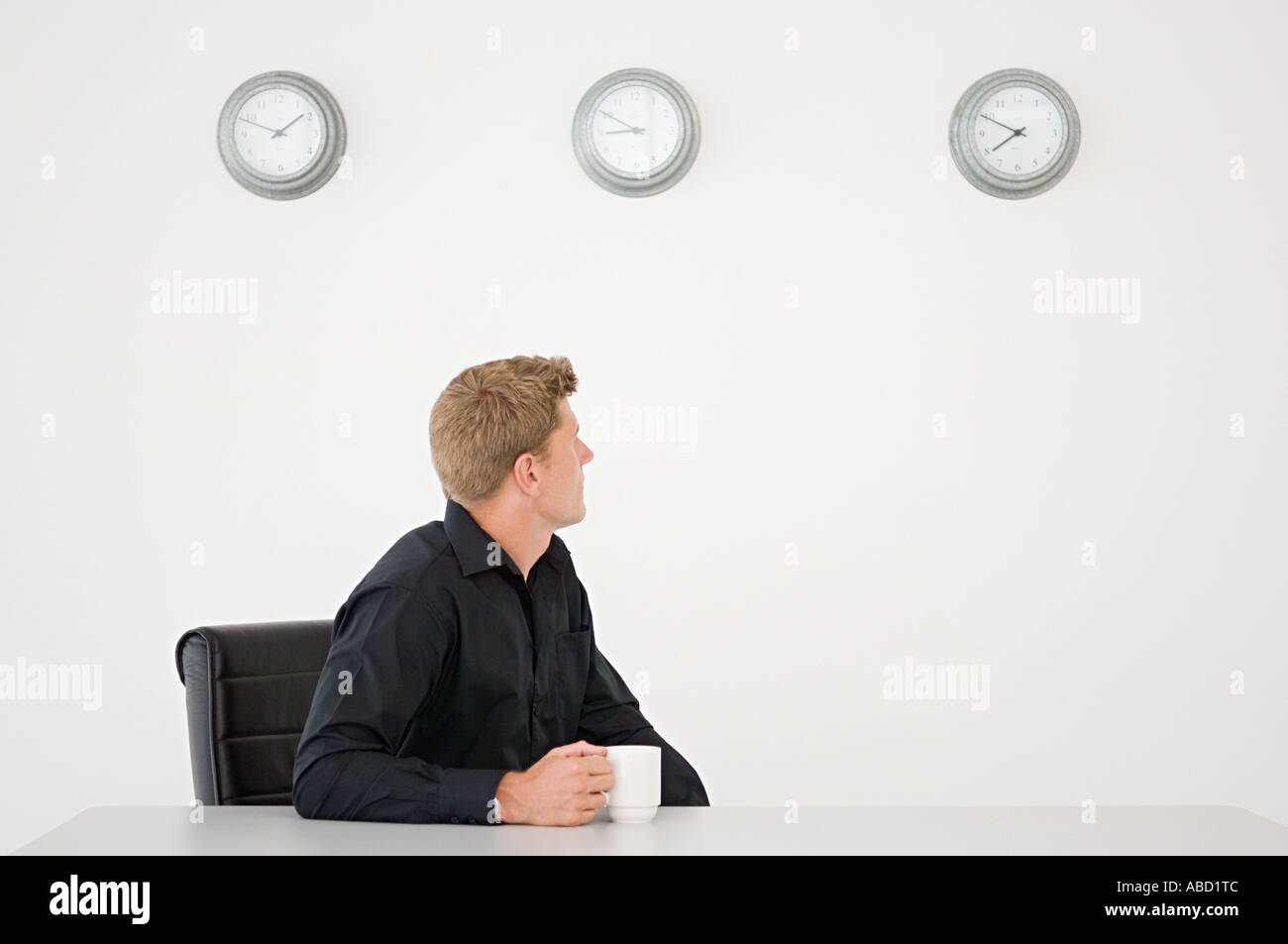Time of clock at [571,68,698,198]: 8:50
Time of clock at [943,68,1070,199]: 7:49
